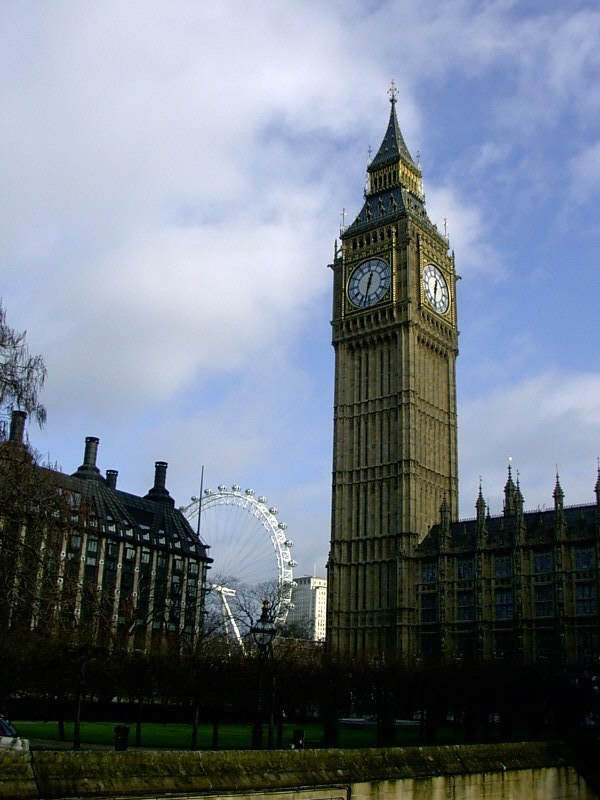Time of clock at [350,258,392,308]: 12:32
